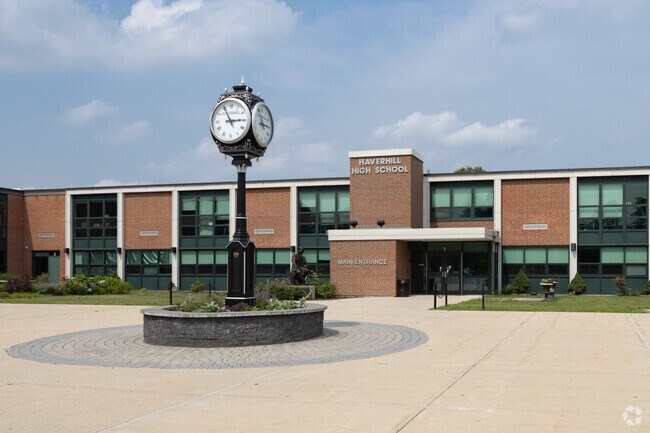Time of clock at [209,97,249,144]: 2:55
